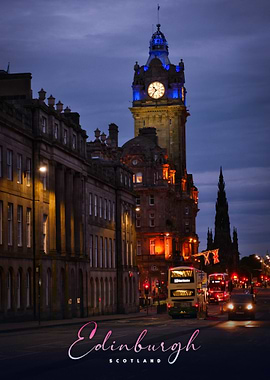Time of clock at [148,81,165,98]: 10:36
